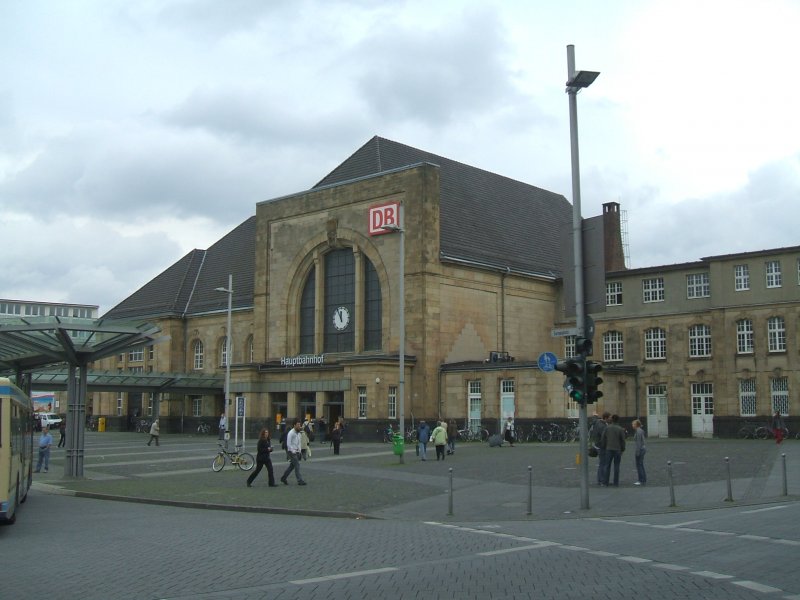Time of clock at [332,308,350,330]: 11:55
